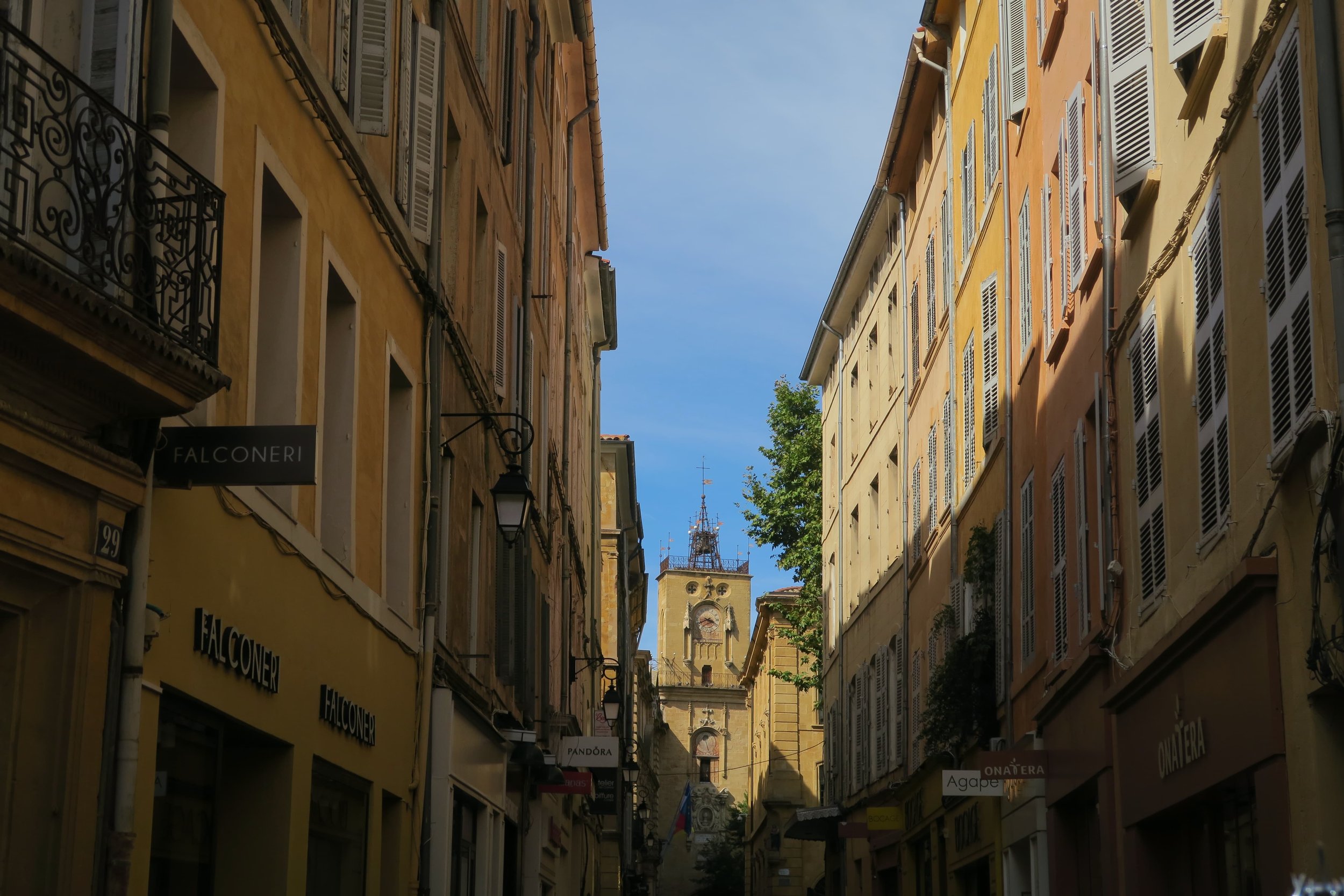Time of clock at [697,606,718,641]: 3:40
